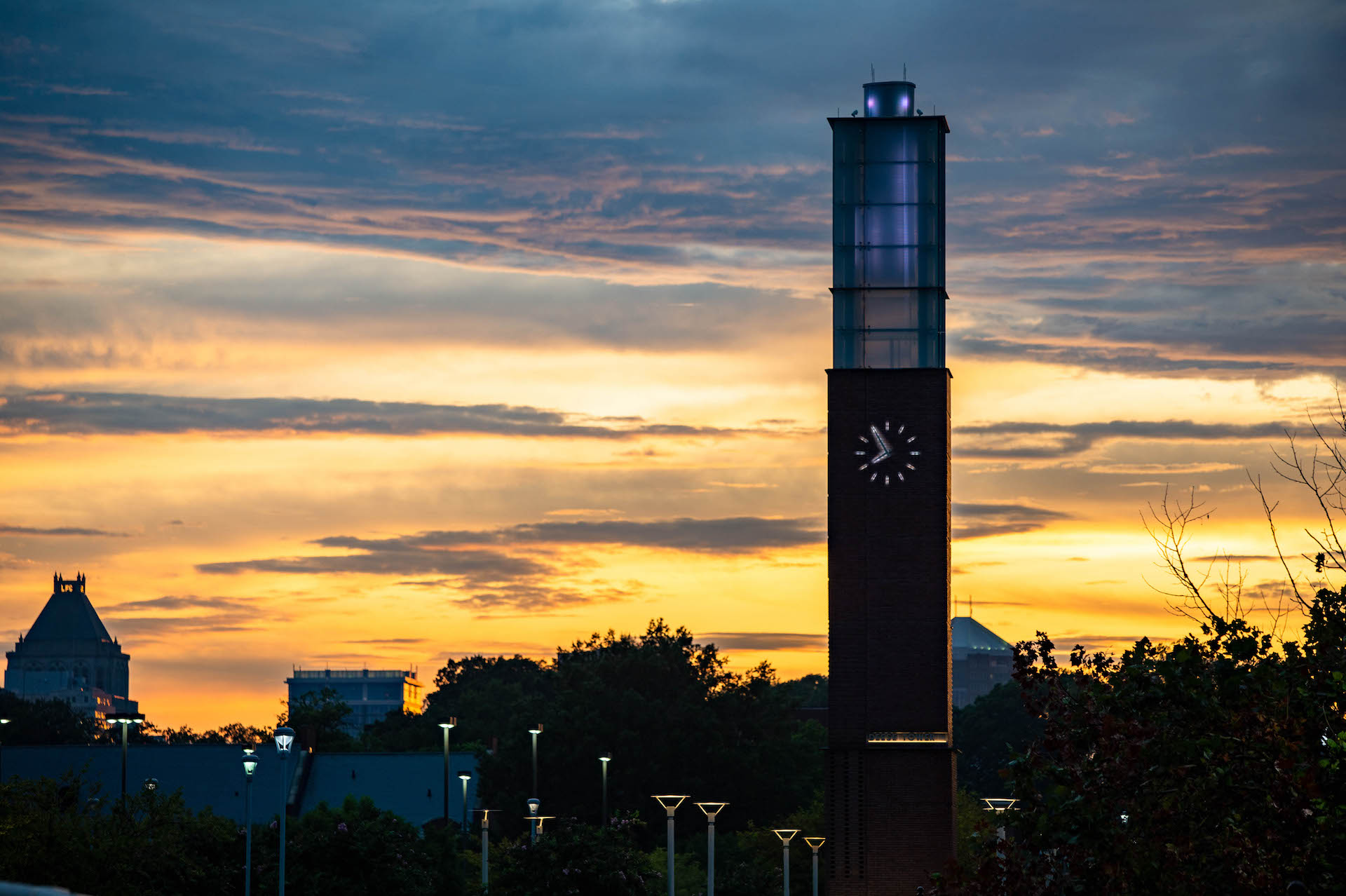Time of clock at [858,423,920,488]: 7:55
